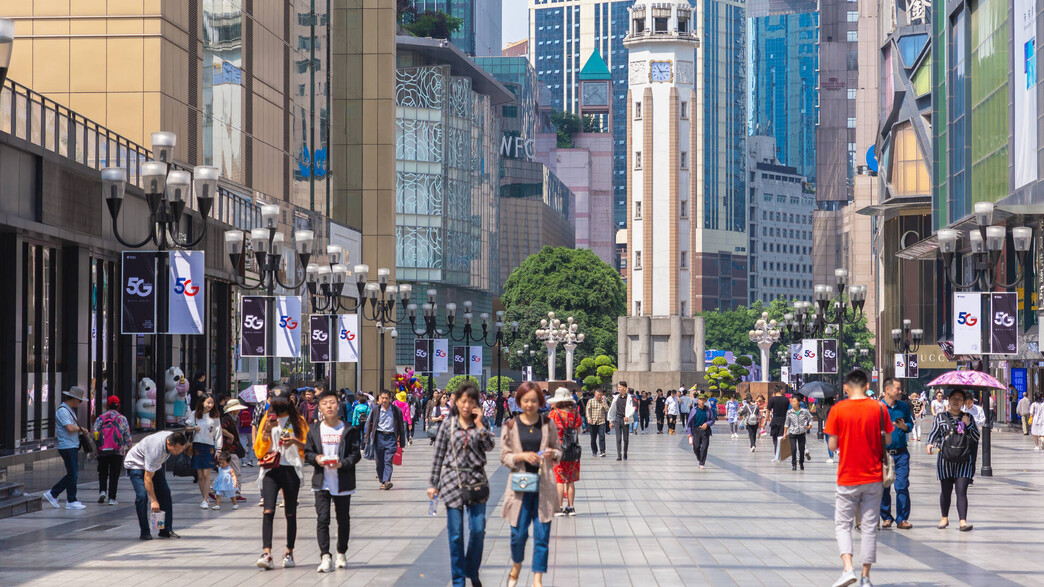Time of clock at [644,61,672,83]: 2:54
